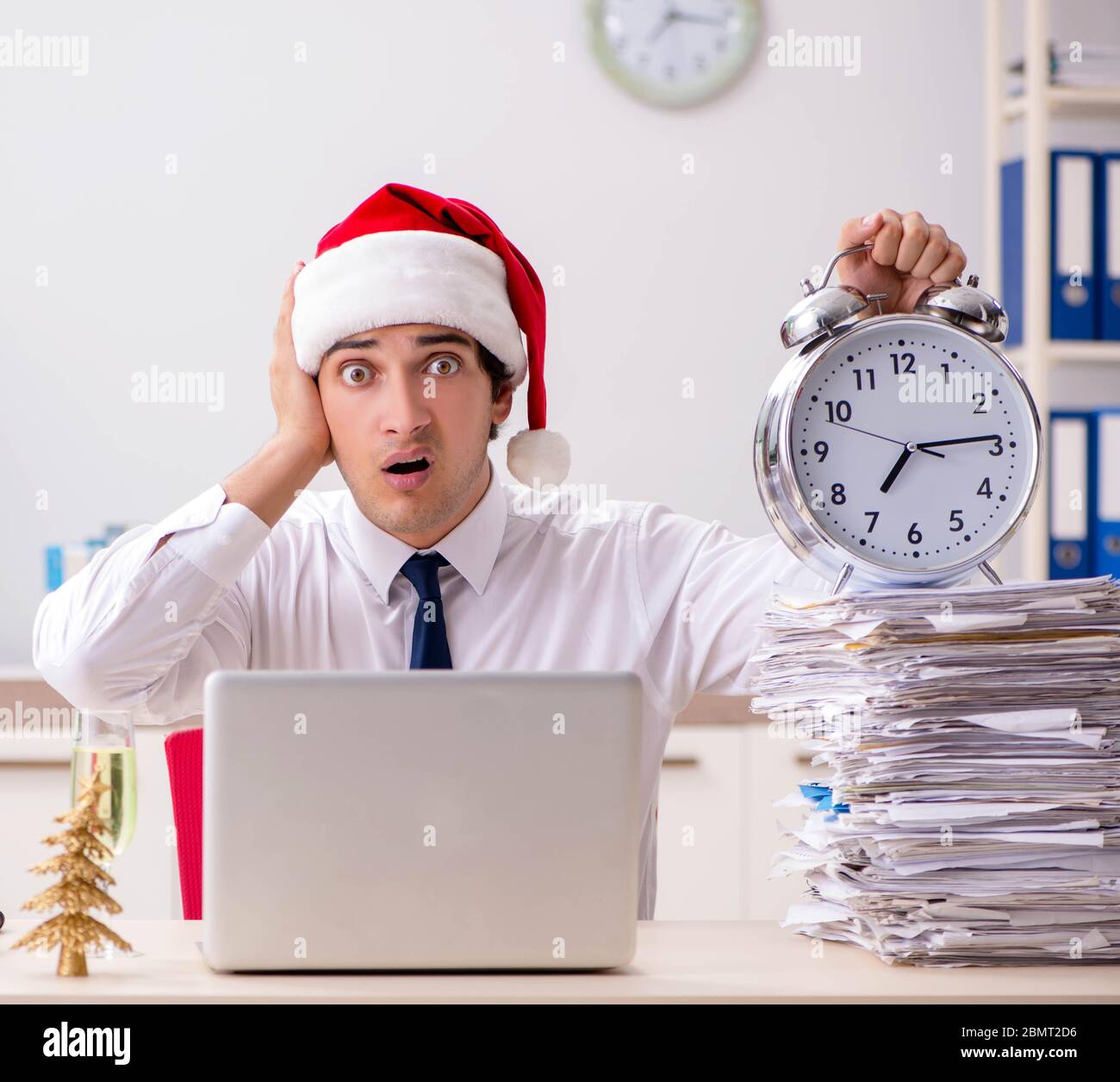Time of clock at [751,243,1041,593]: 7:14
